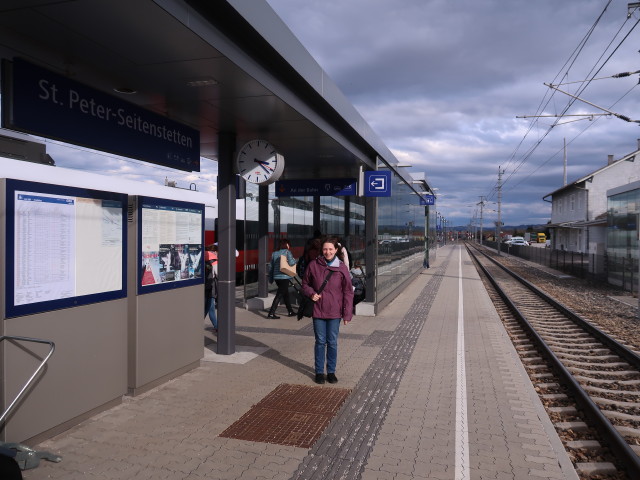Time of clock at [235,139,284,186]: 3:22
